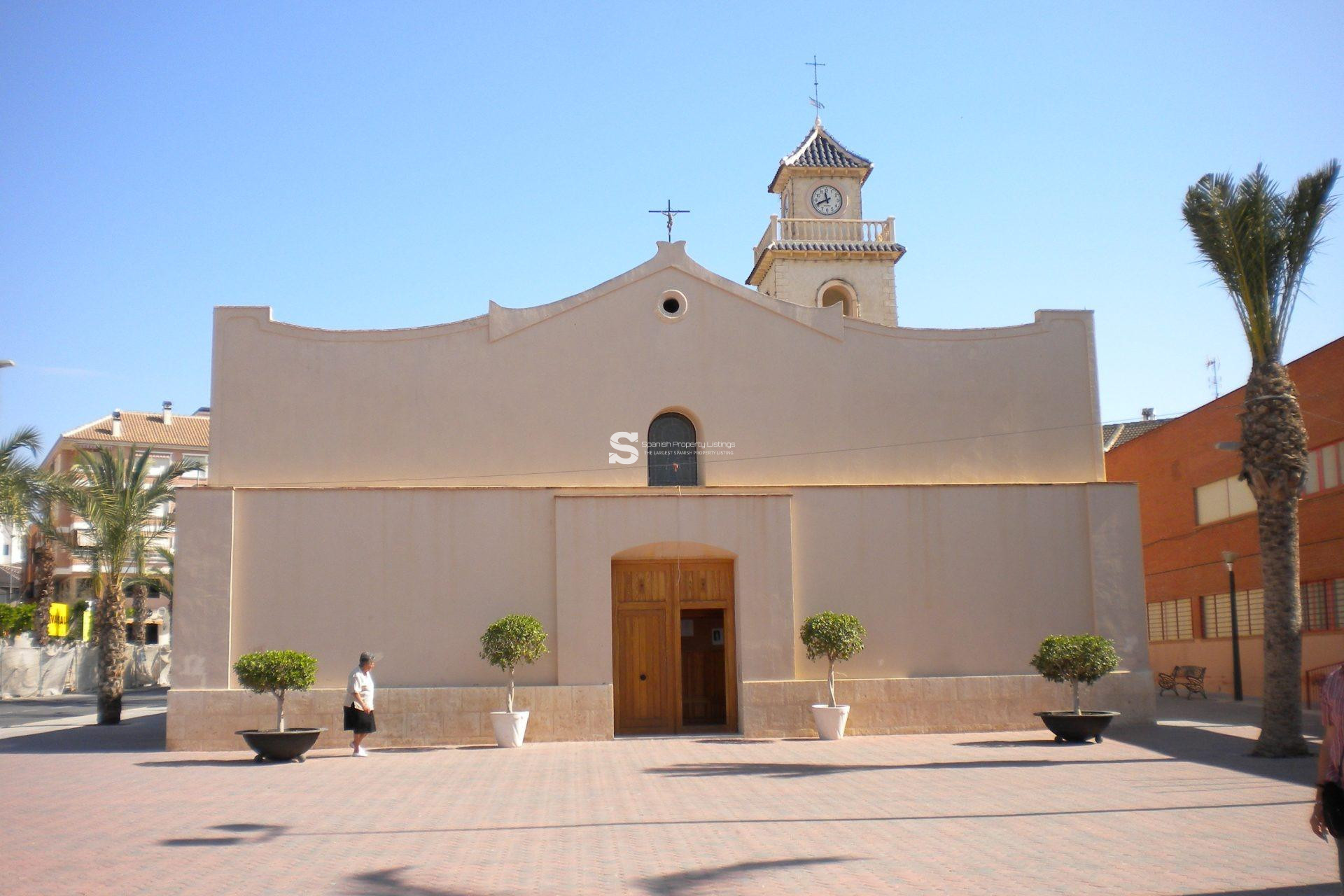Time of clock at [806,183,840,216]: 11:41
